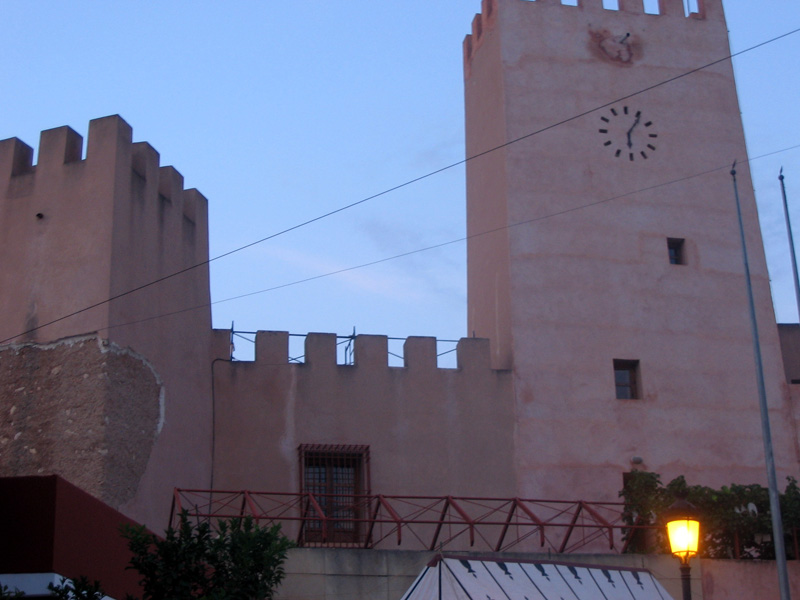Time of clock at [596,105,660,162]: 6:06
